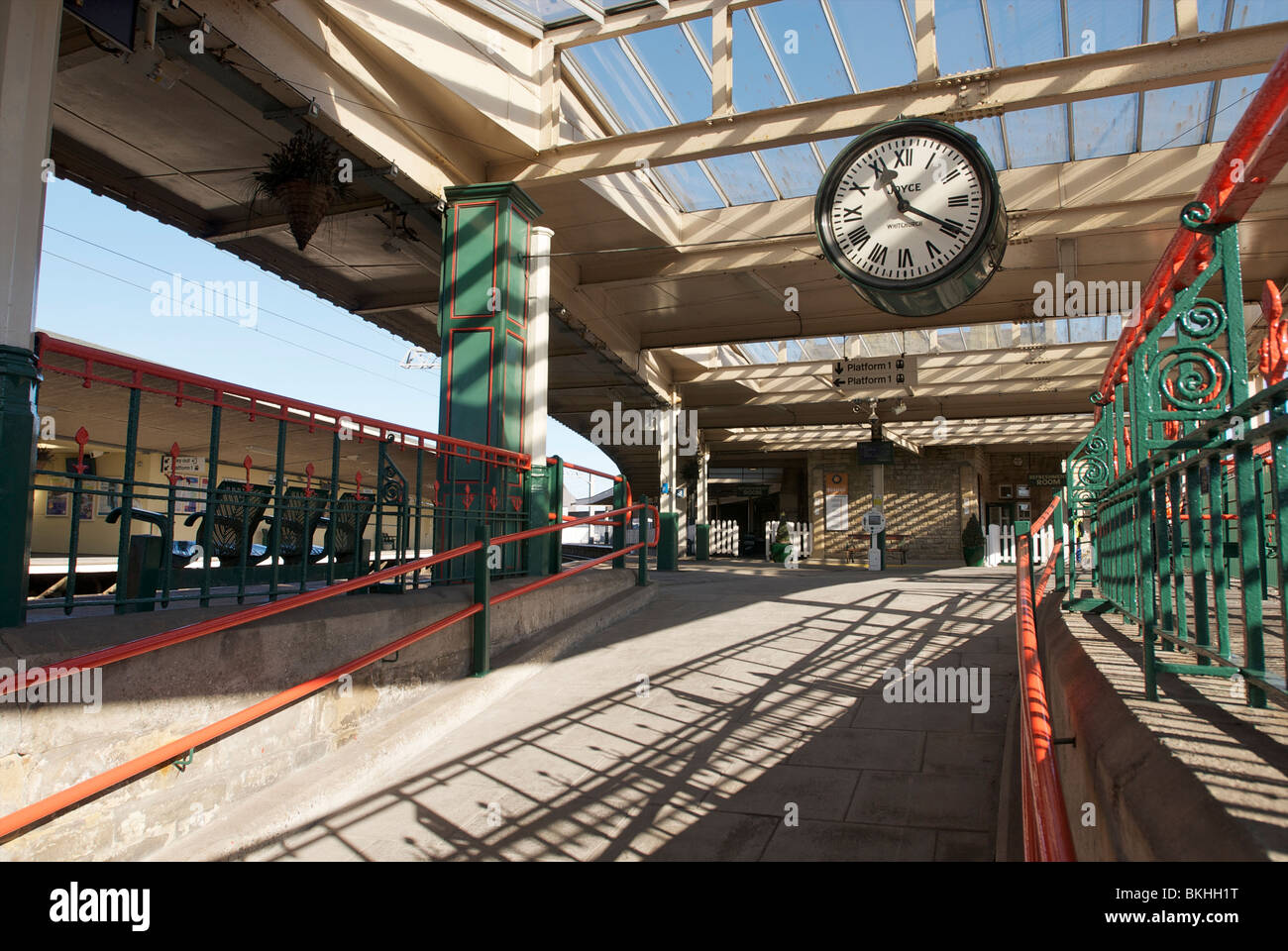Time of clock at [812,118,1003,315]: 11:19
